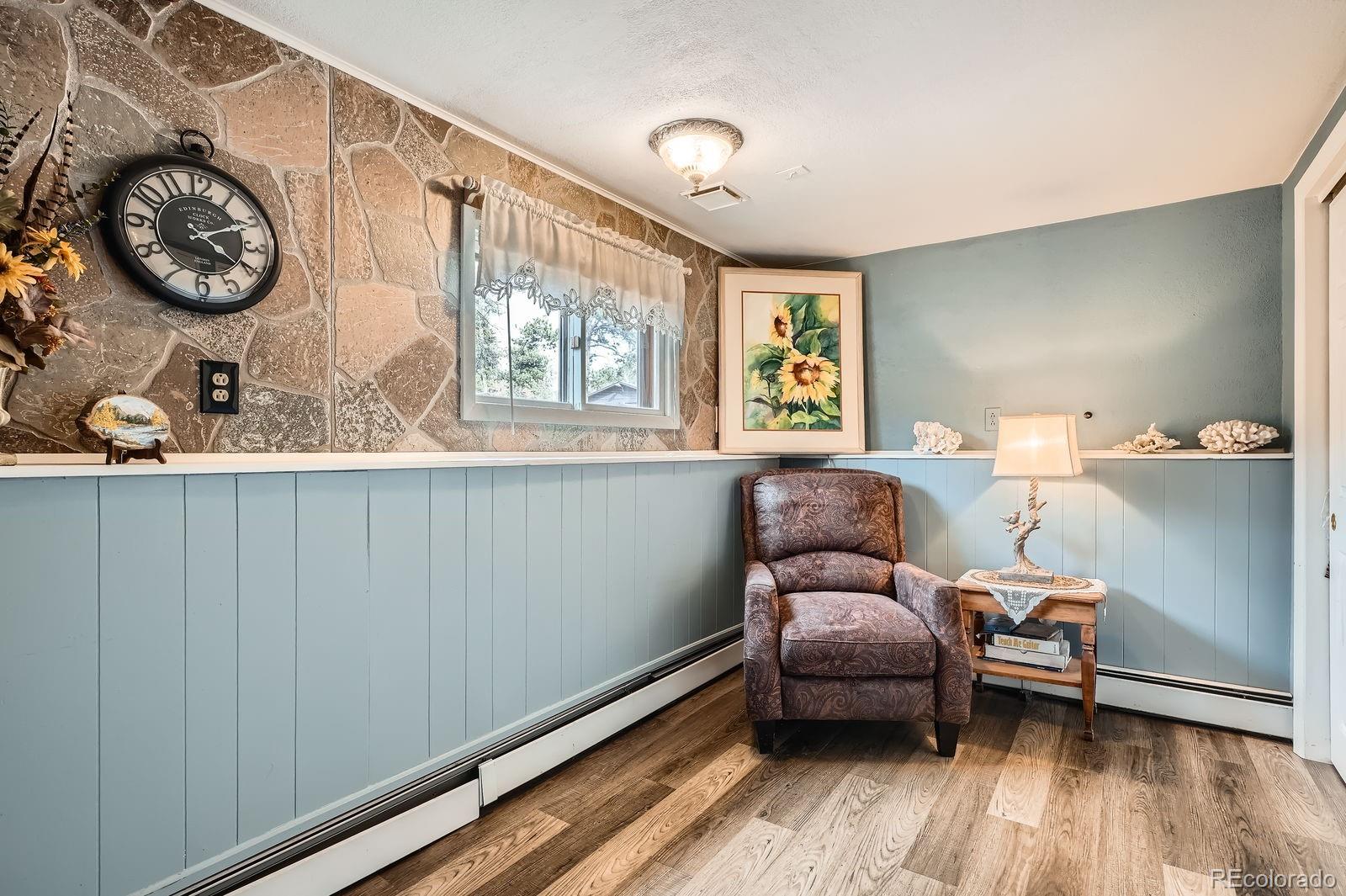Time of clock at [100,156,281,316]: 4:10
